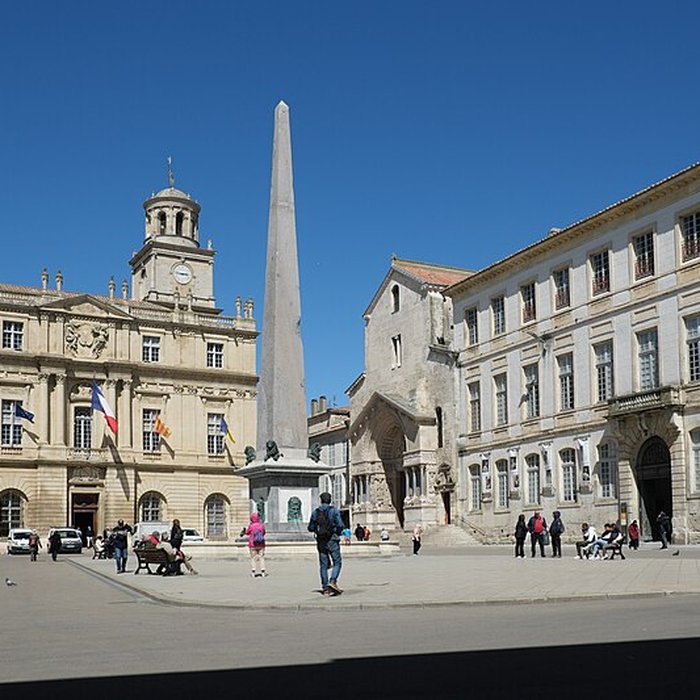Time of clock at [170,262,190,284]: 2:46
